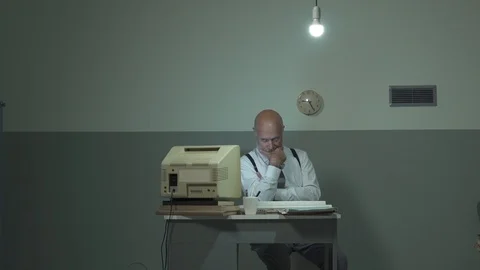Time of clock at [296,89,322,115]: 9:25
